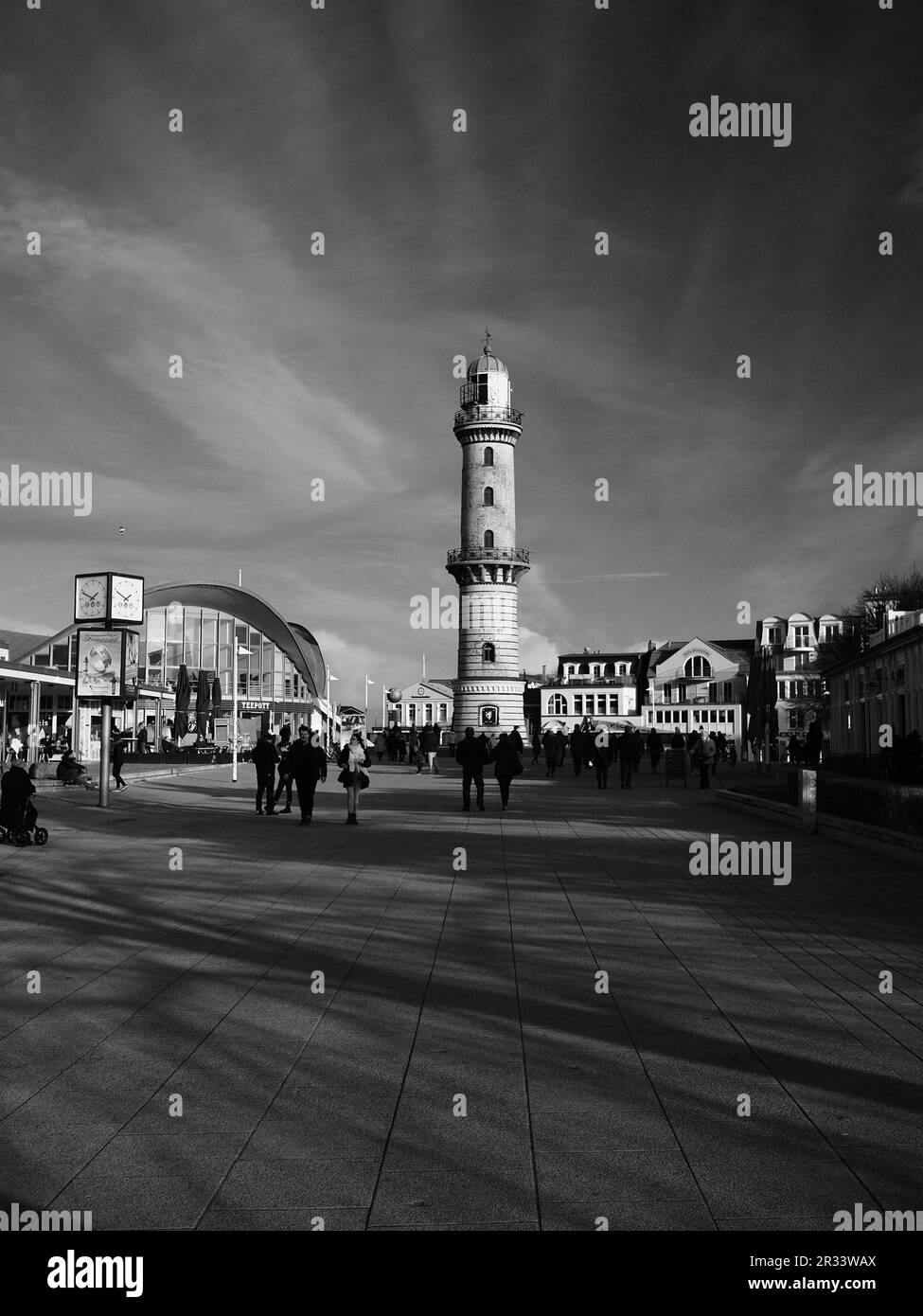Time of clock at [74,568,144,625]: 1:49
